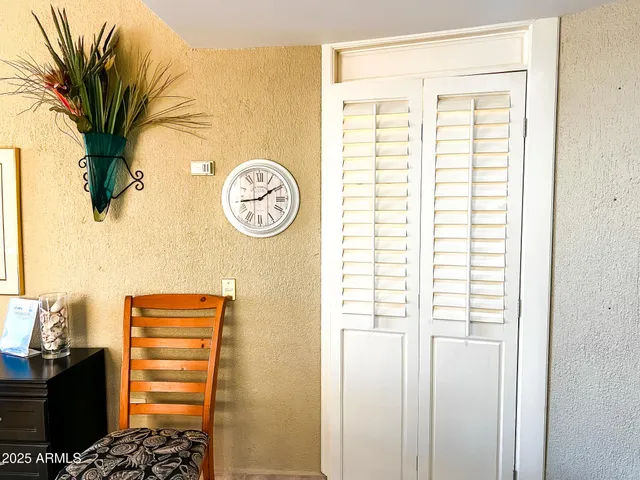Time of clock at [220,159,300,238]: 1:43
